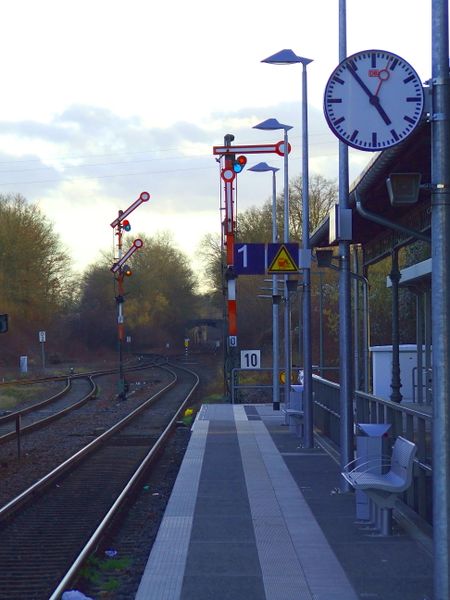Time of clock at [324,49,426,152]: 4:53
